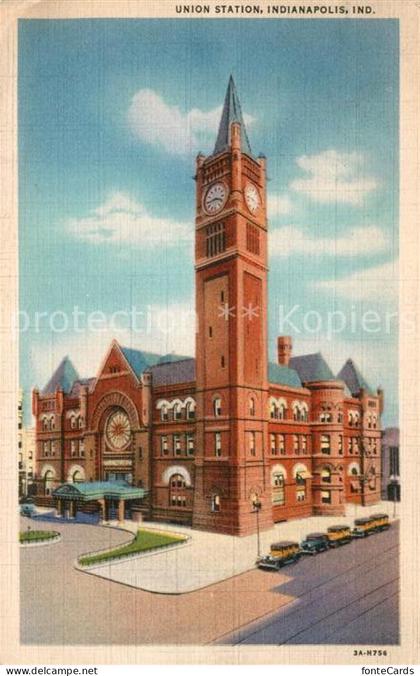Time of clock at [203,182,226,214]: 3:43
